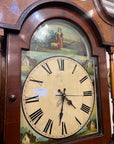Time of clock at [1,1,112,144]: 4:31
